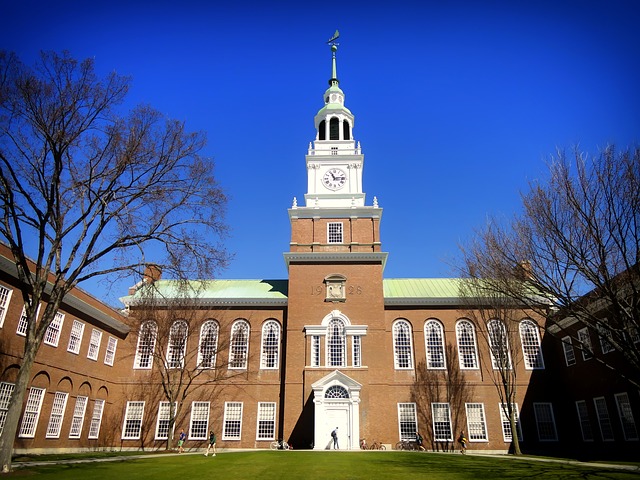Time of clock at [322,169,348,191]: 11:13
